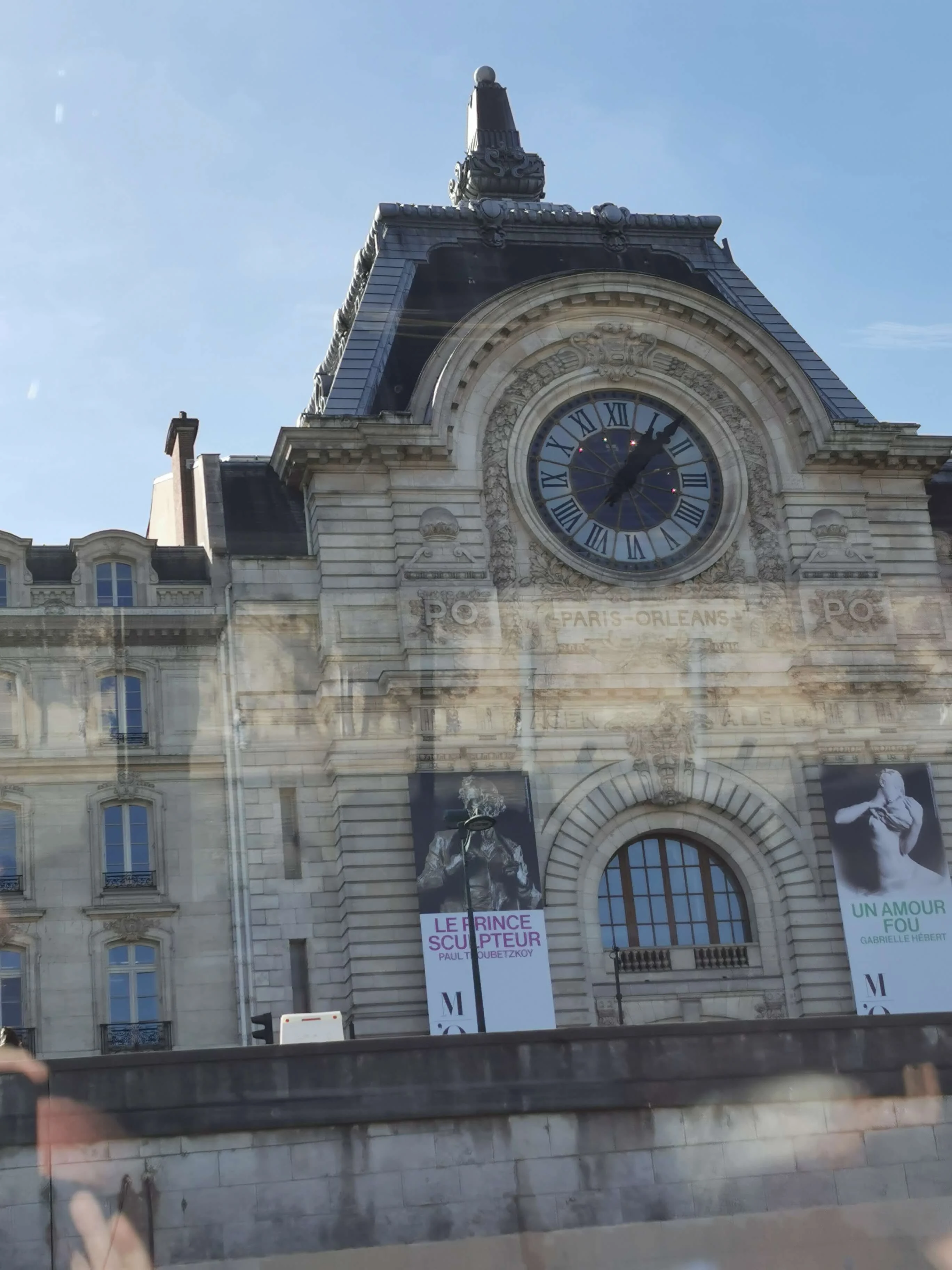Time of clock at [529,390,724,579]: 1:07
